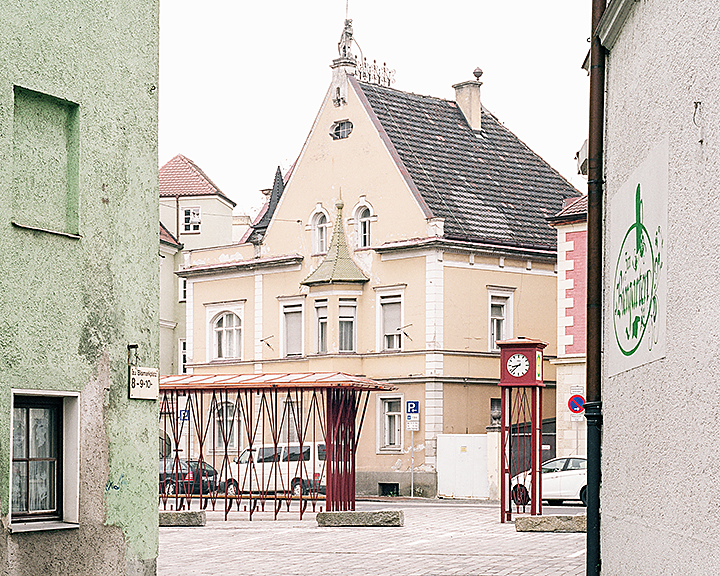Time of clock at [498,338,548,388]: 8:38
